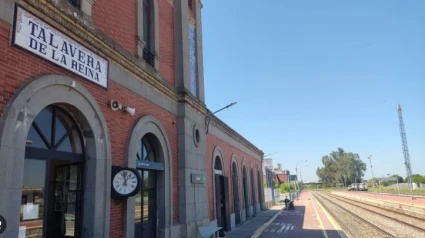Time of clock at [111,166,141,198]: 6:58
